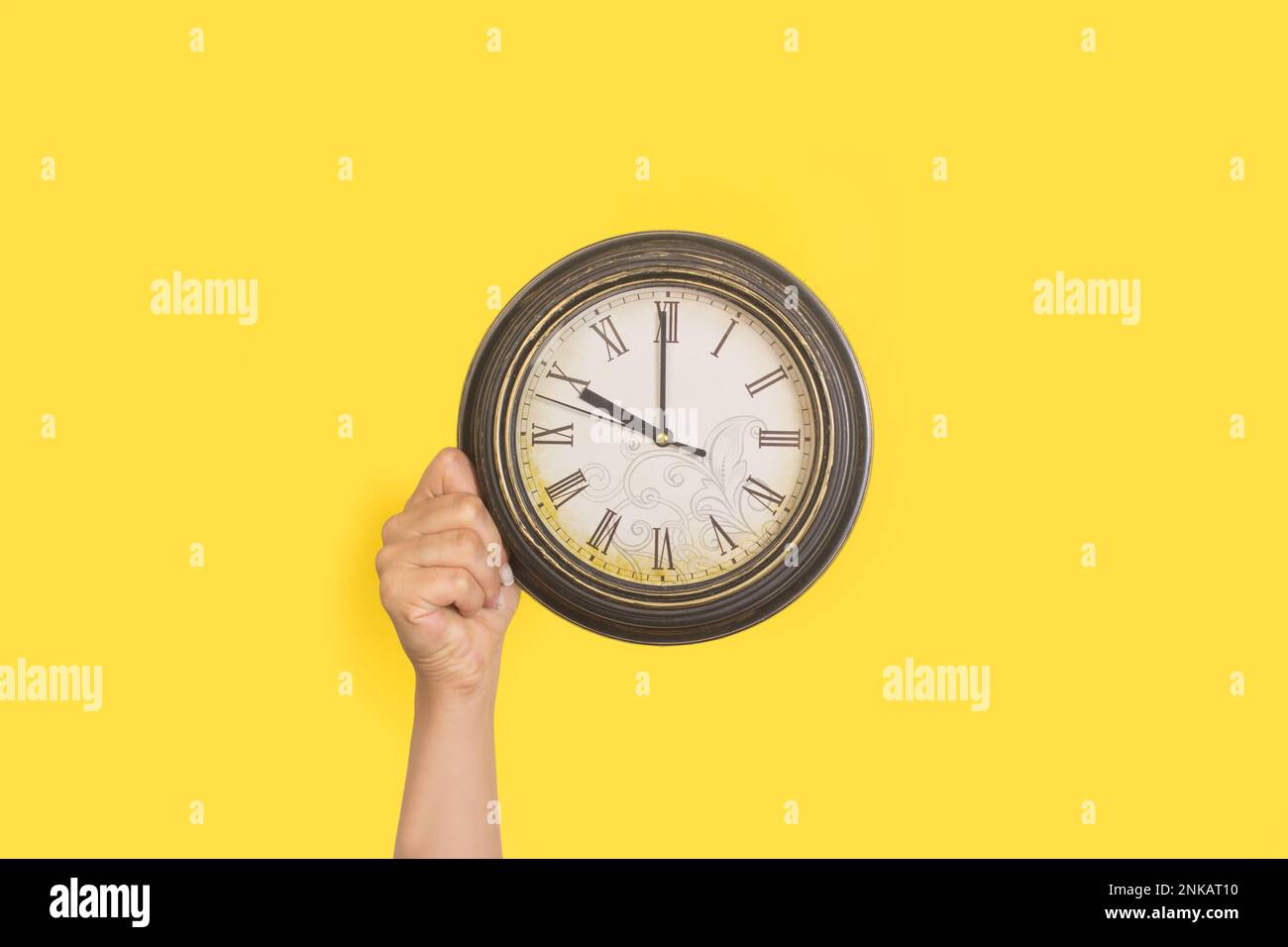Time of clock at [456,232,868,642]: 9:59
